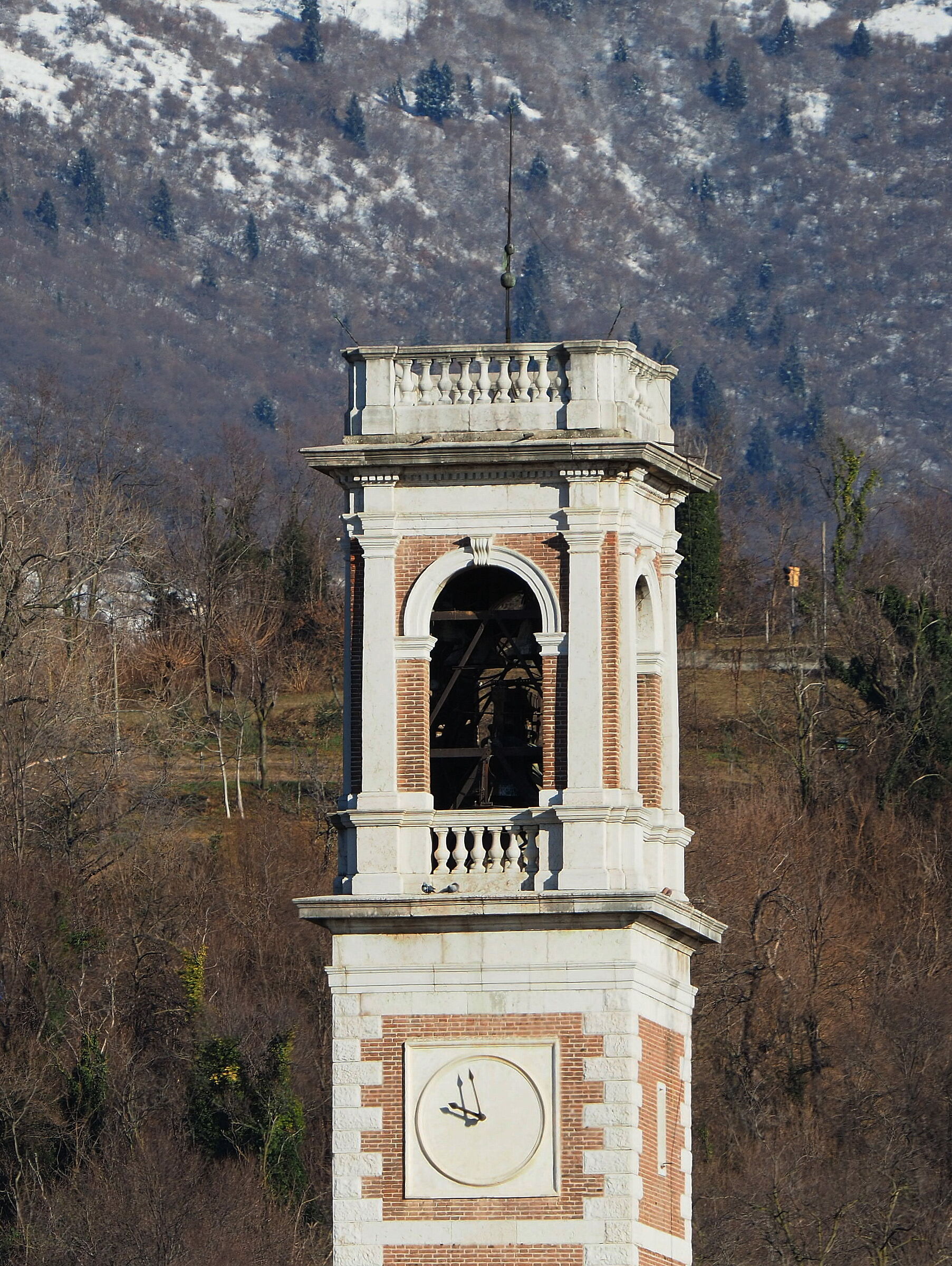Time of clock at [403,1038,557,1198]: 9:57
